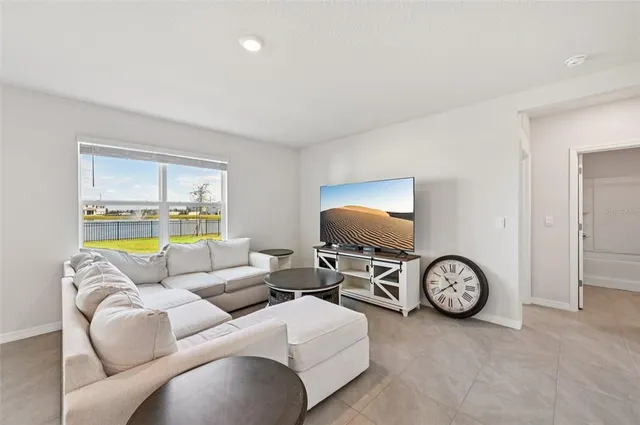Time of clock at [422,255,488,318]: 10:38
